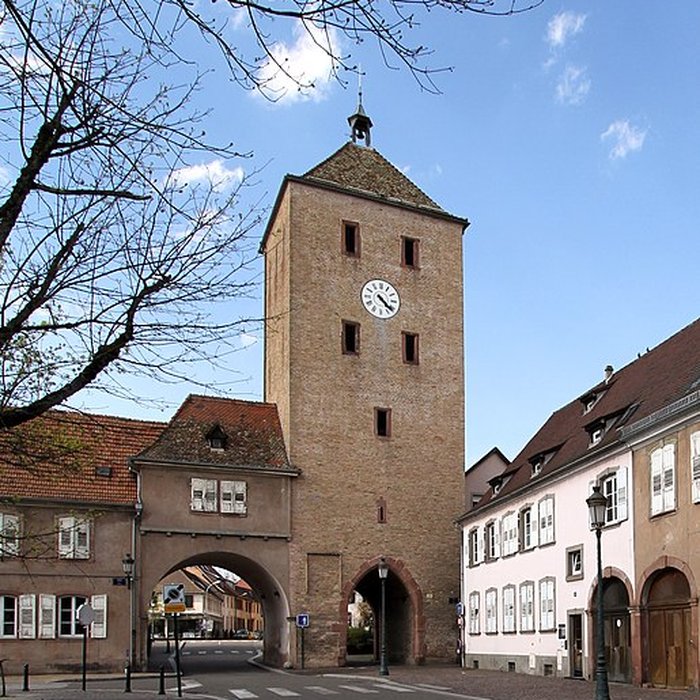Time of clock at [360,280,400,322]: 4:21
